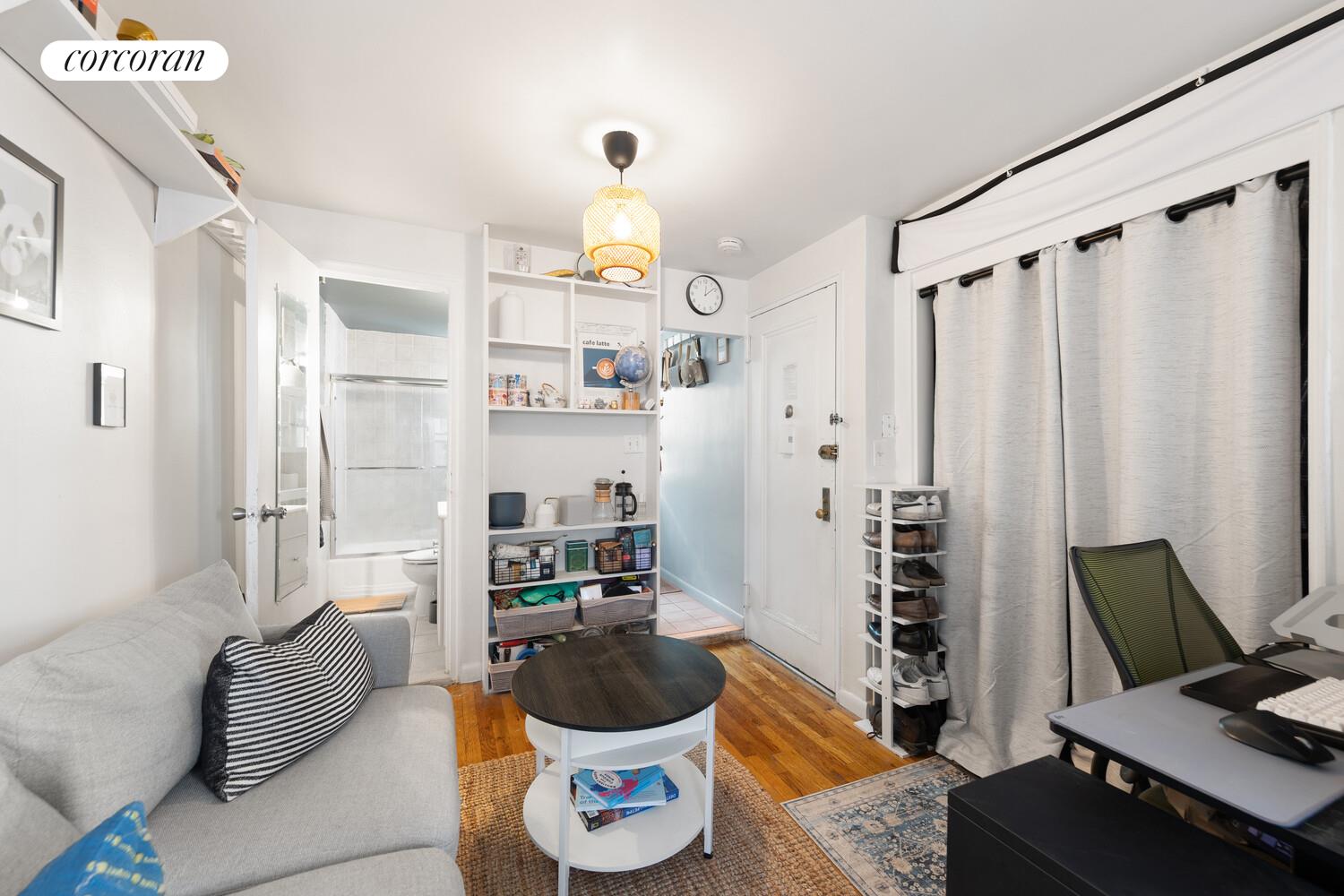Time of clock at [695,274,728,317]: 12:08
